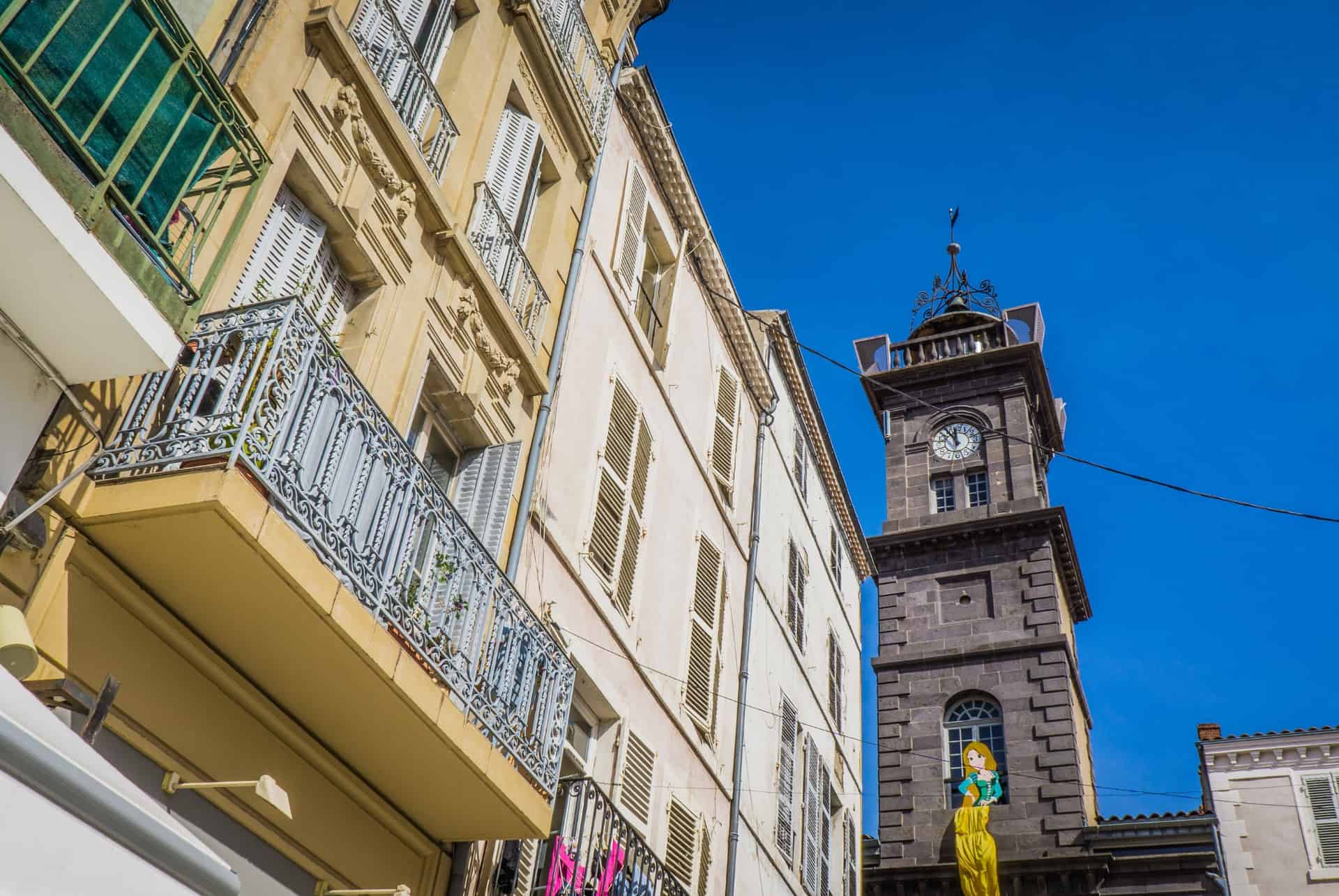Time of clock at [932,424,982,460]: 11:53
